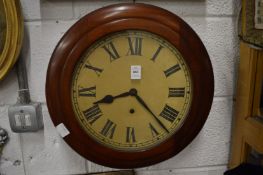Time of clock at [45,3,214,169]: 8:22
